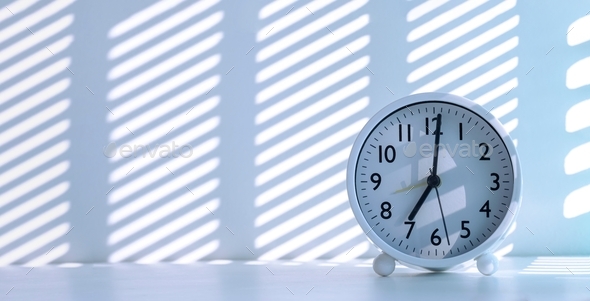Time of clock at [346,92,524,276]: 7:01
